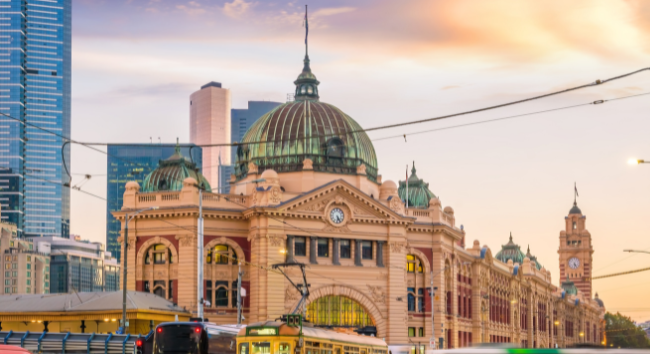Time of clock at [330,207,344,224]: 5:24
